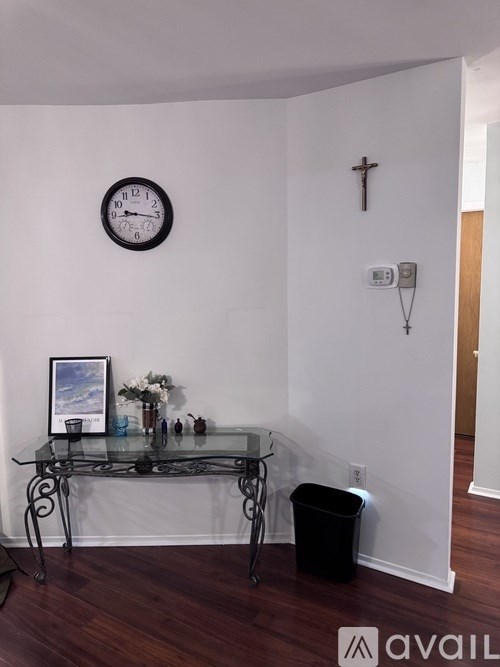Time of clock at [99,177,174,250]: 9:16
